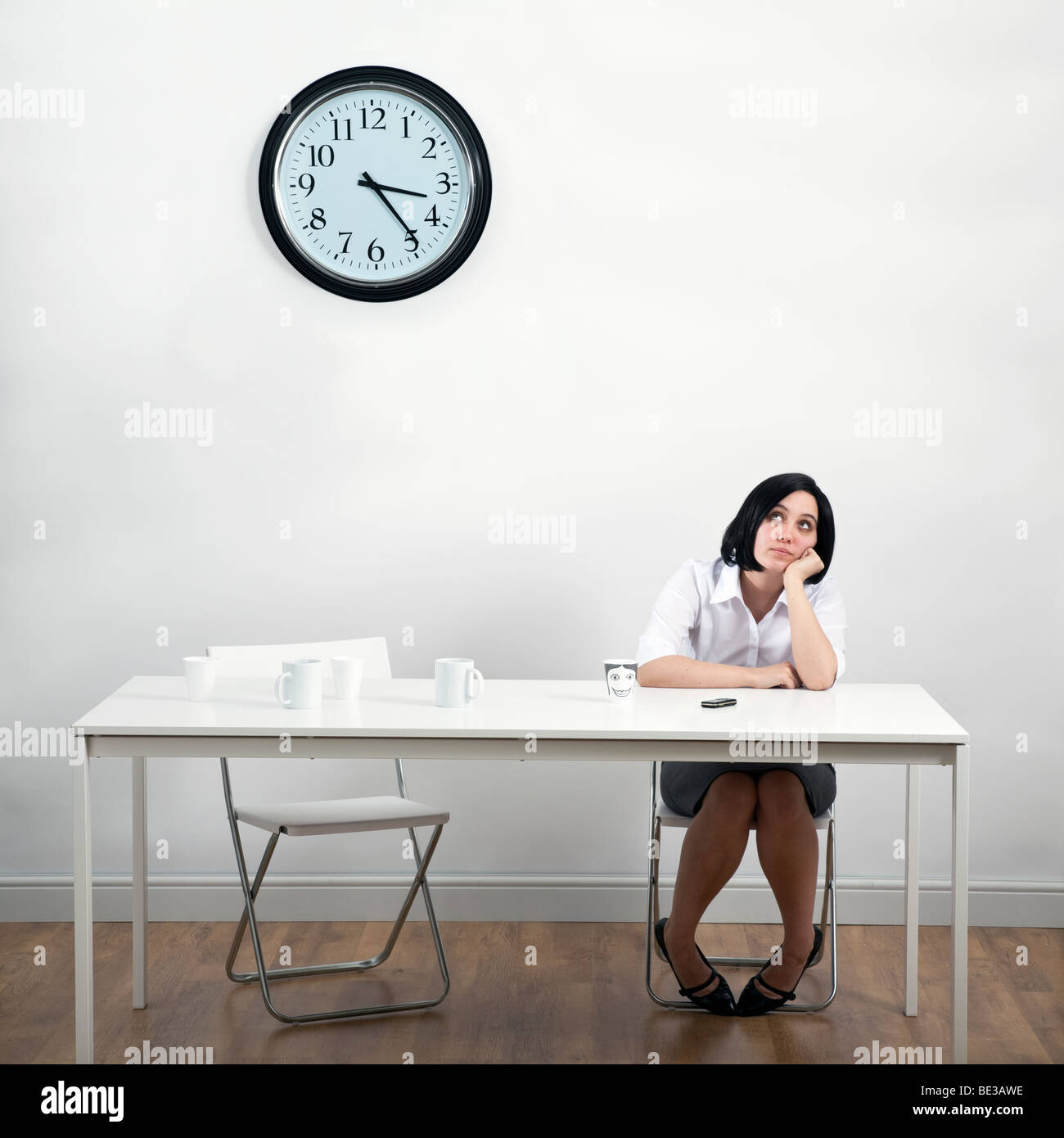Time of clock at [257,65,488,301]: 3:23
